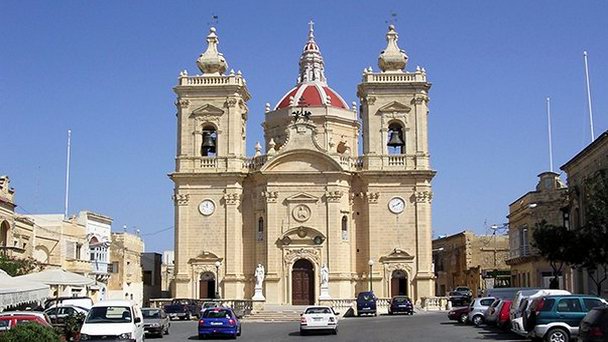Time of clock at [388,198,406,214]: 1:41
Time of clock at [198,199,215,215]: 11:46
